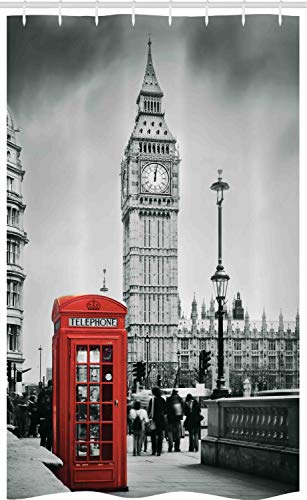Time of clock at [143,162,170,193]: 12:01
